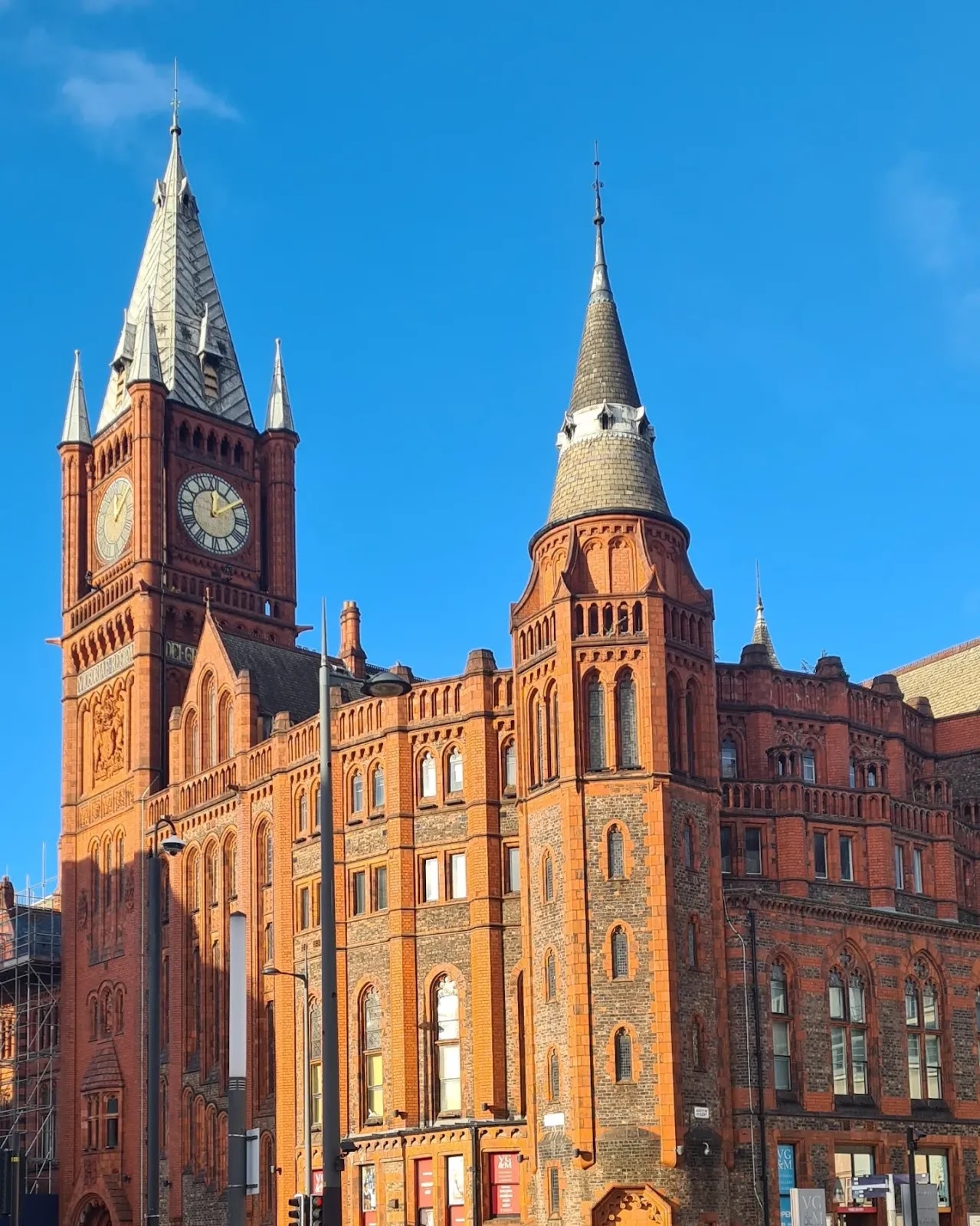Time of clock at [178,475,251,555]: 12:09
